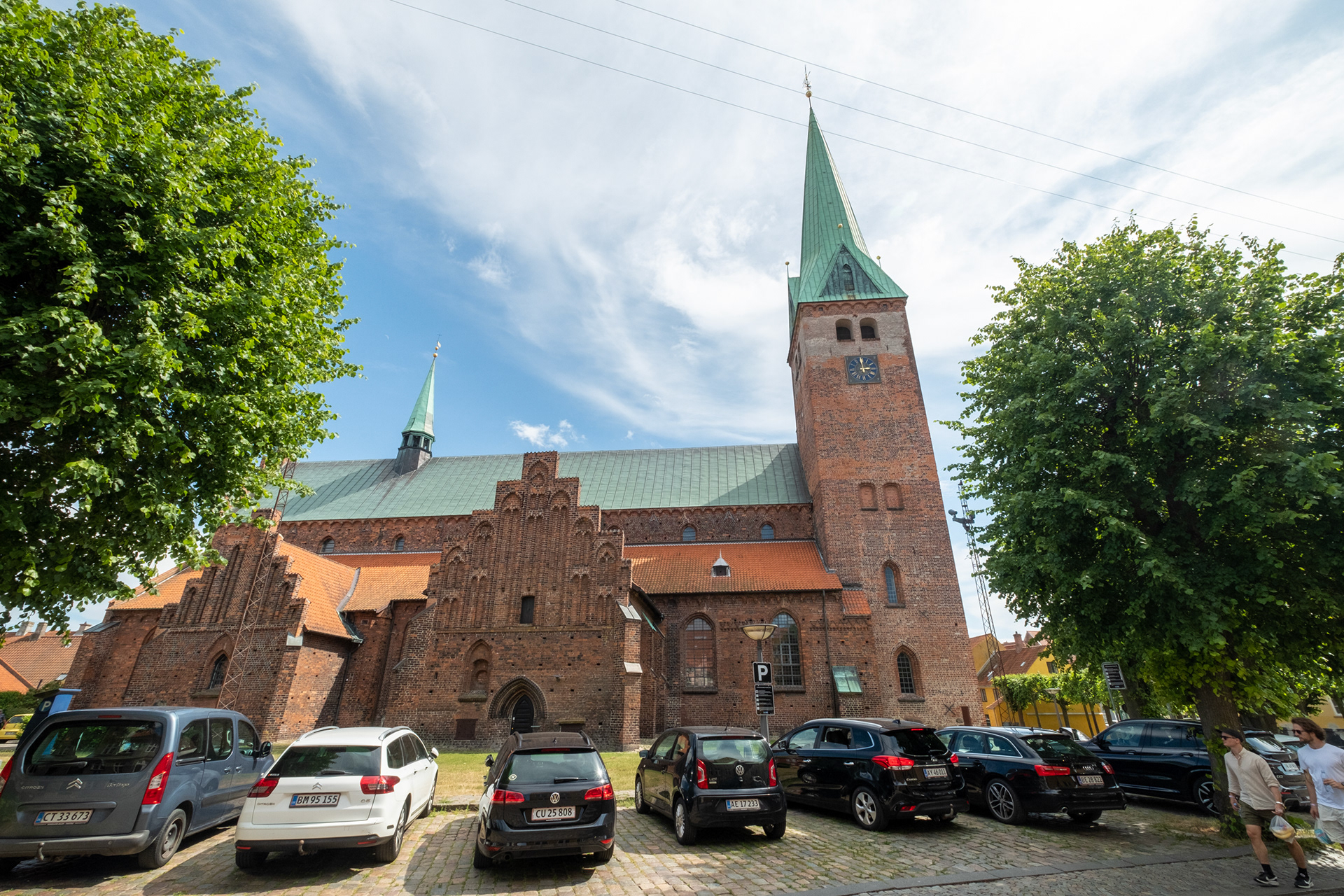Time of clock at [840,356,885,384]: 2:59
